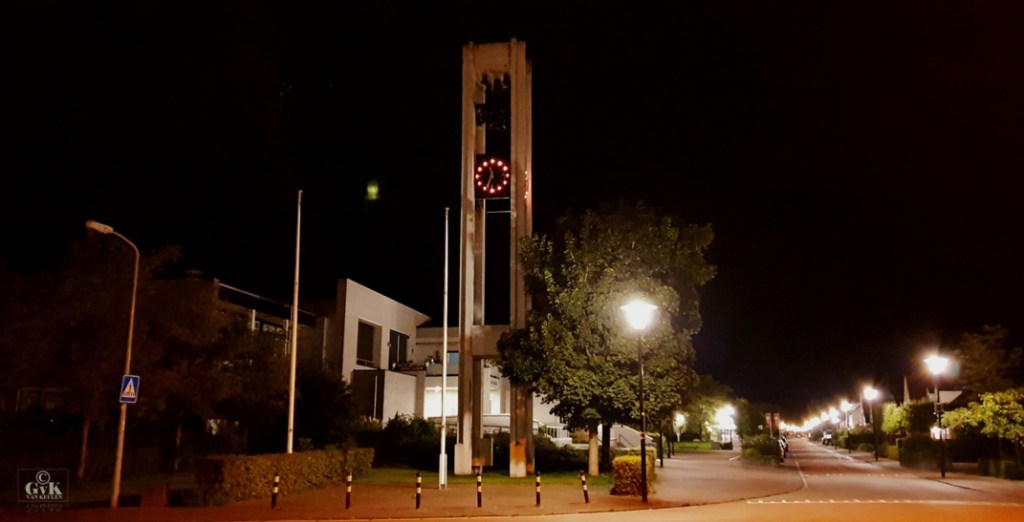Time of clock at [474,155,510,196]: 11:33
